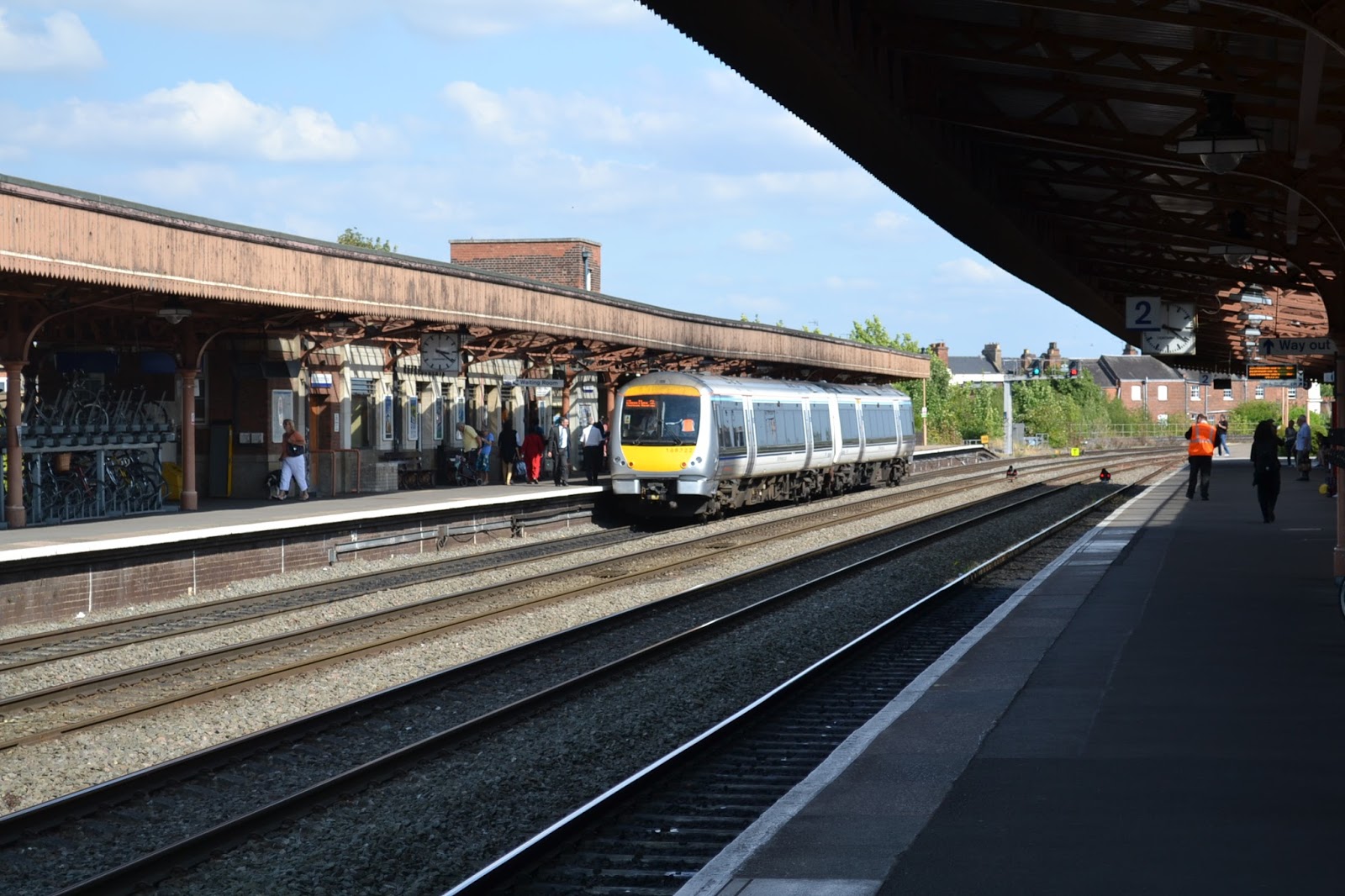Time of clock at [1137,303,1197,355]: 3:21
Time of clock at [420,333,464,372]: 3:21
